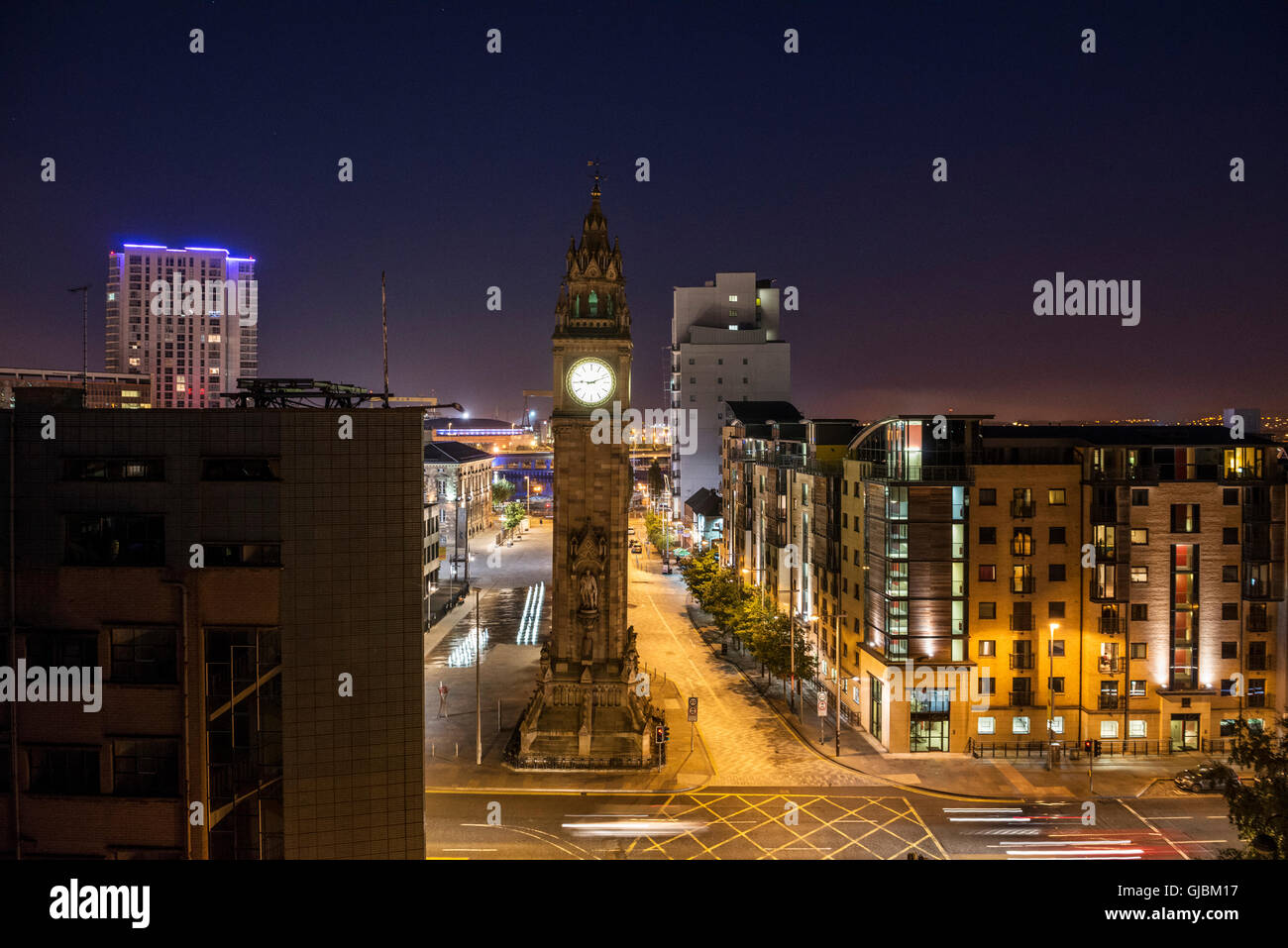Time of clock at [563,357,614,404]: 9:11
